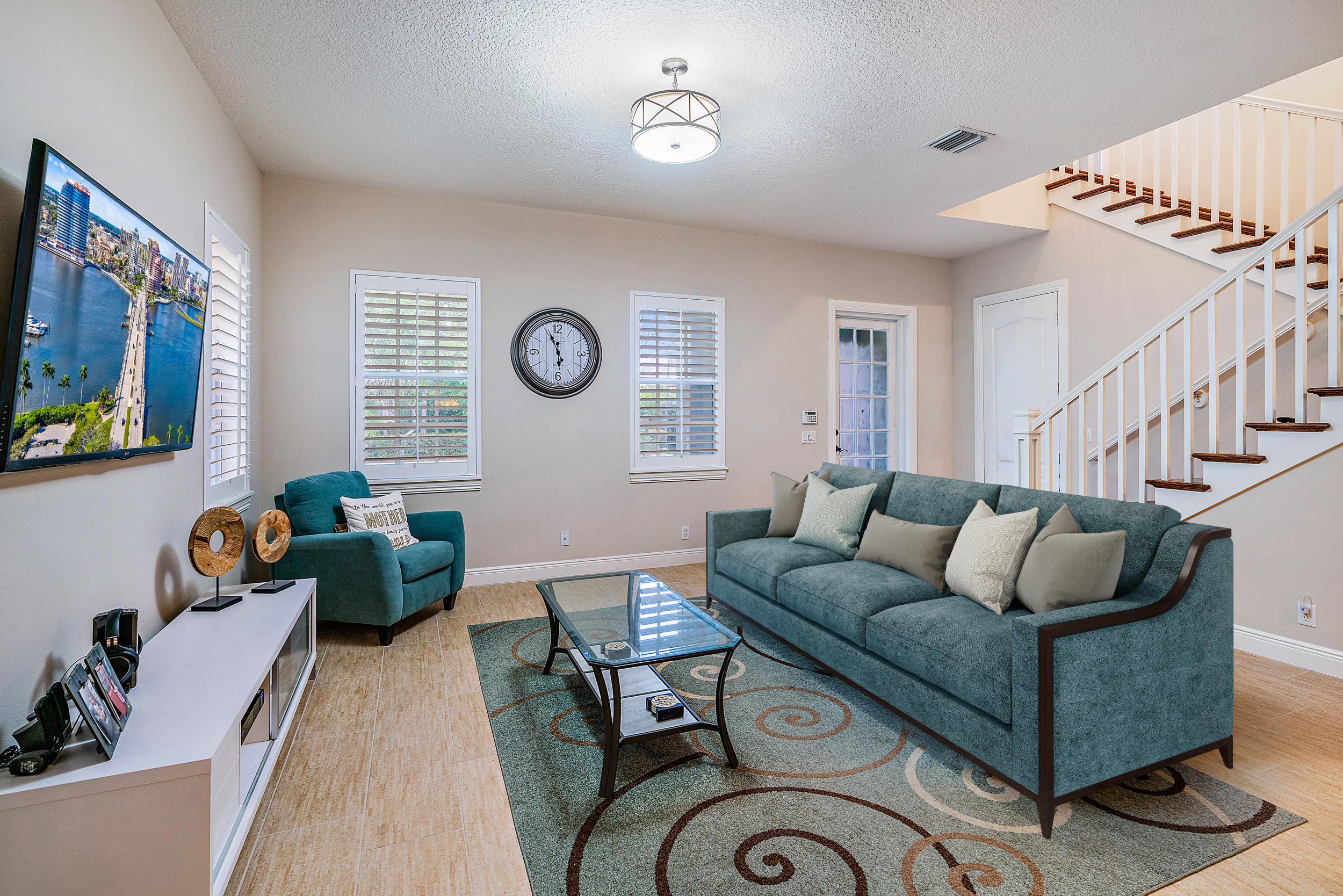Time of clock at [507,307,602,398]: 5:55
